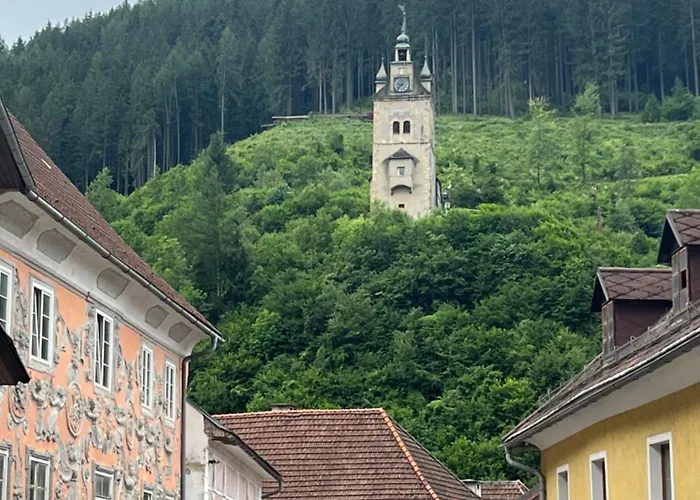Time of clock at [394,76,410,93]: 9:37
